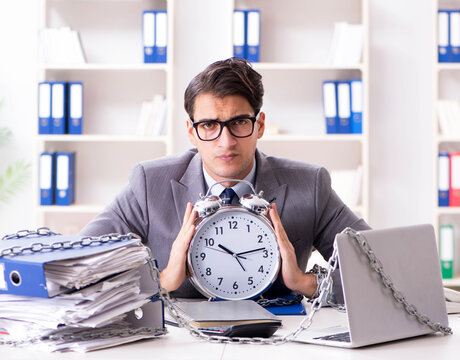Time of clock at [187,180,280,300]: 10:13
